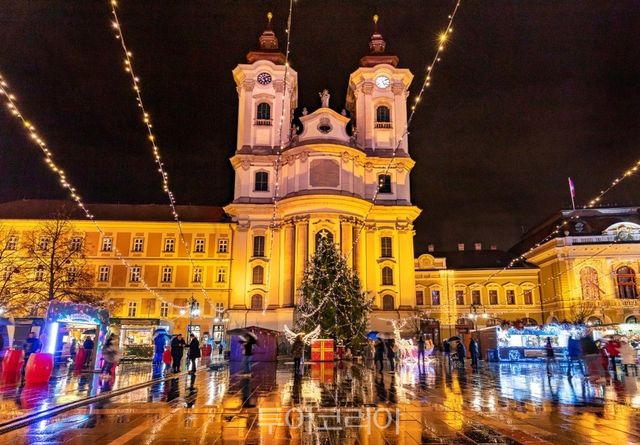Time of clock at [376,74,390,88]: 5:09
